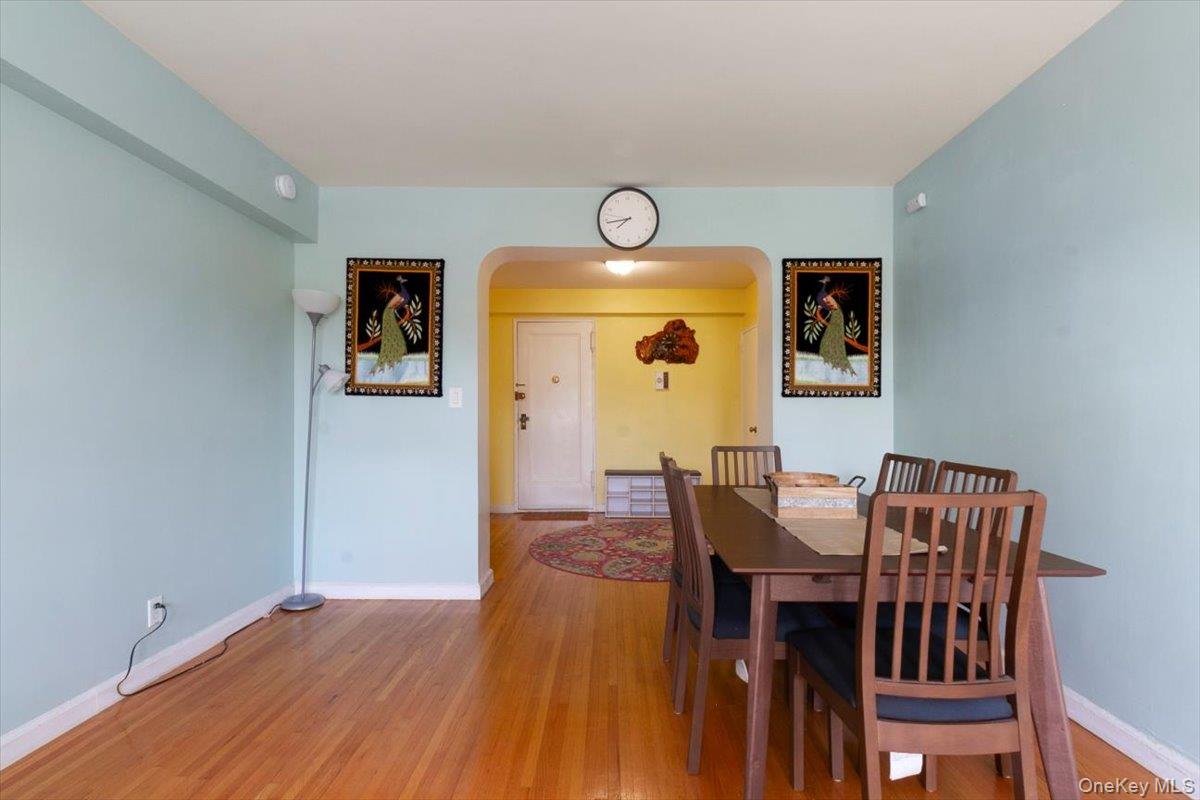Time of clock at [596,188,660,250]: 7:43
